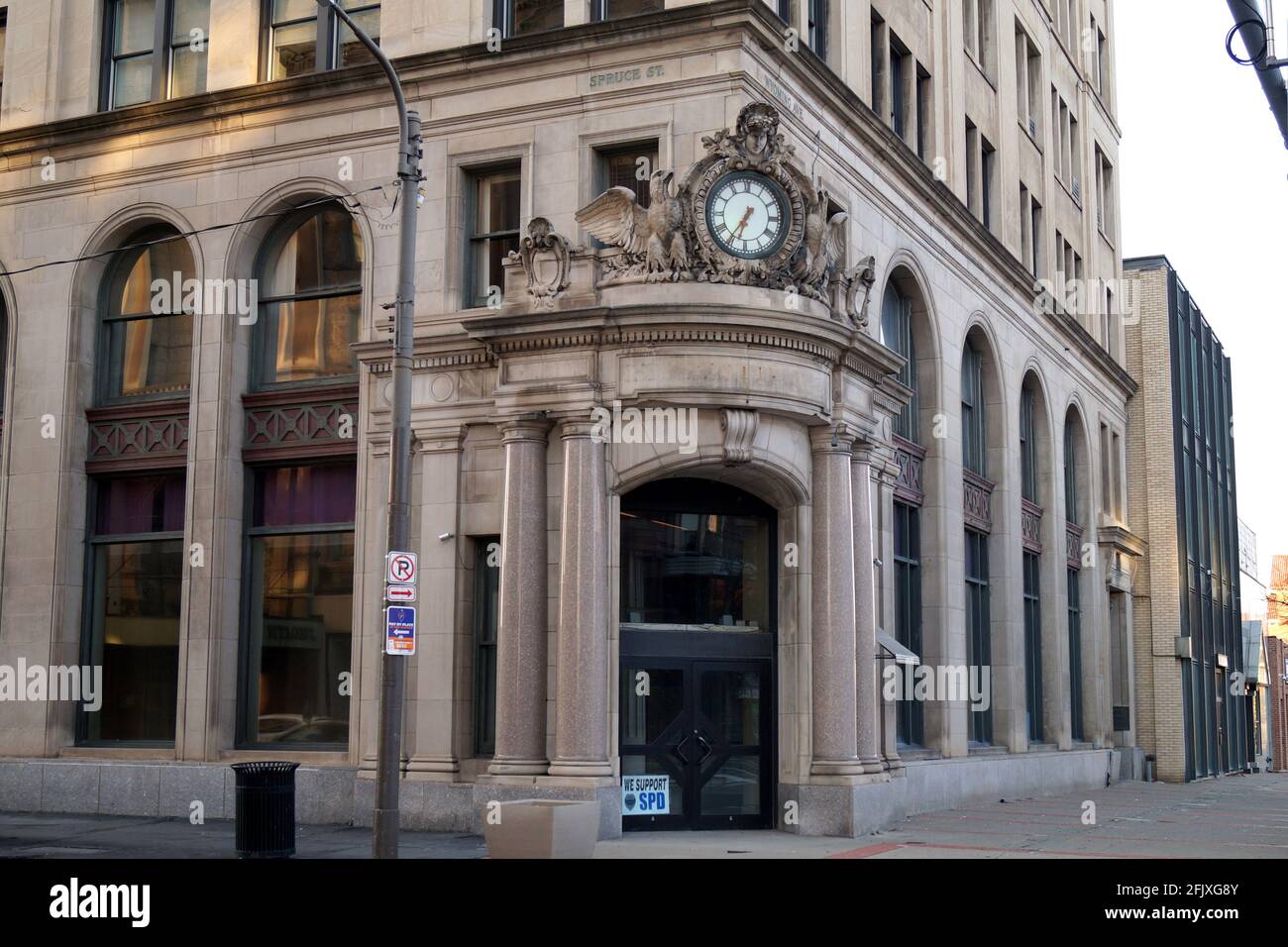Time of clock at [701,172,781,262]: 6:35
